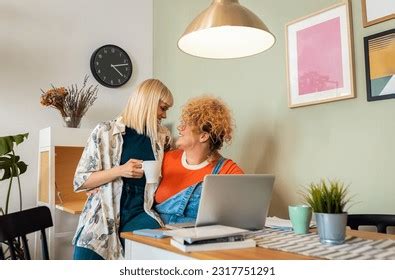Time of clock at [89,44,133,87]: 4:12
